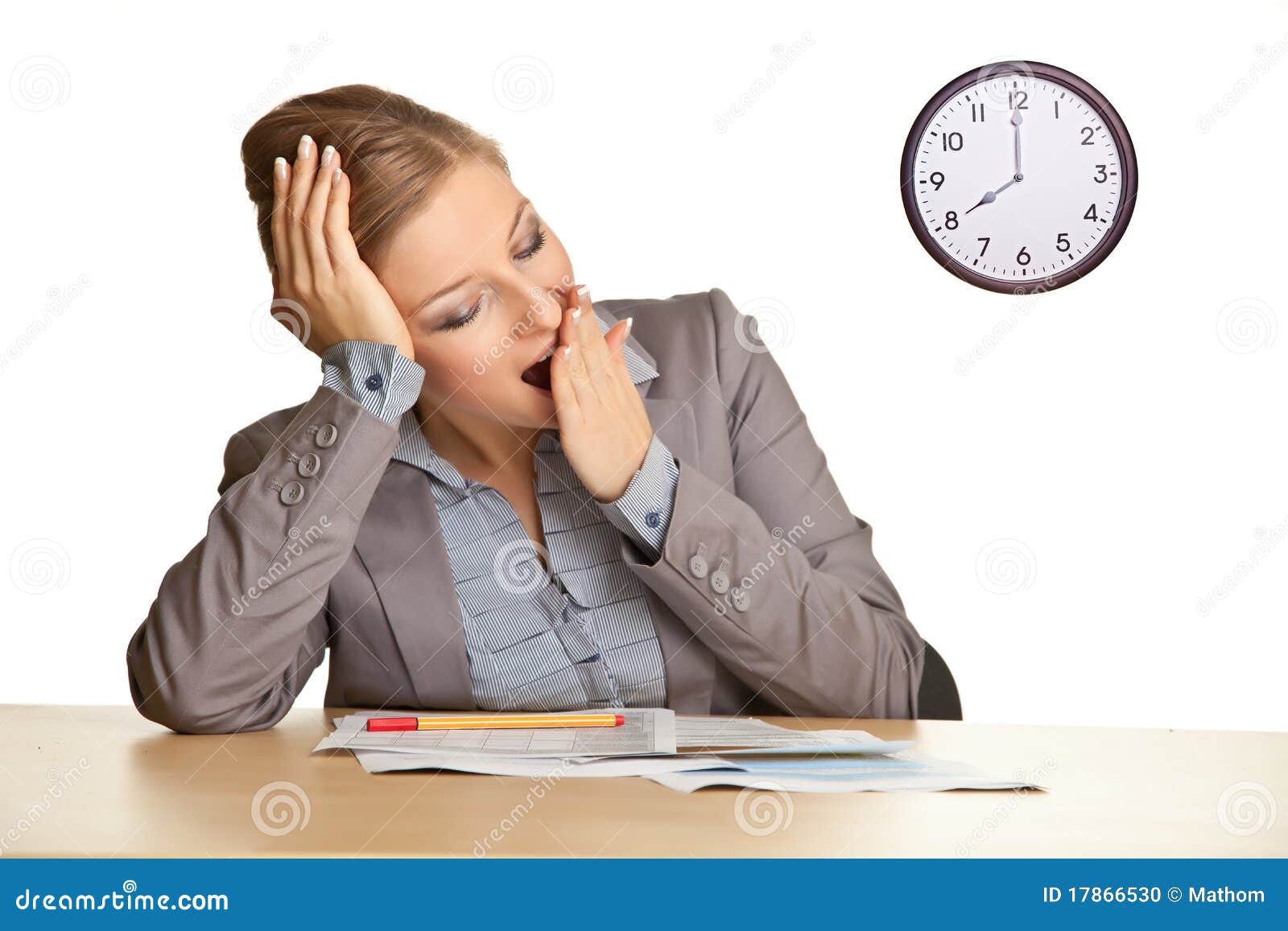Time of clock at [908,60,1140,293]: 7:59
